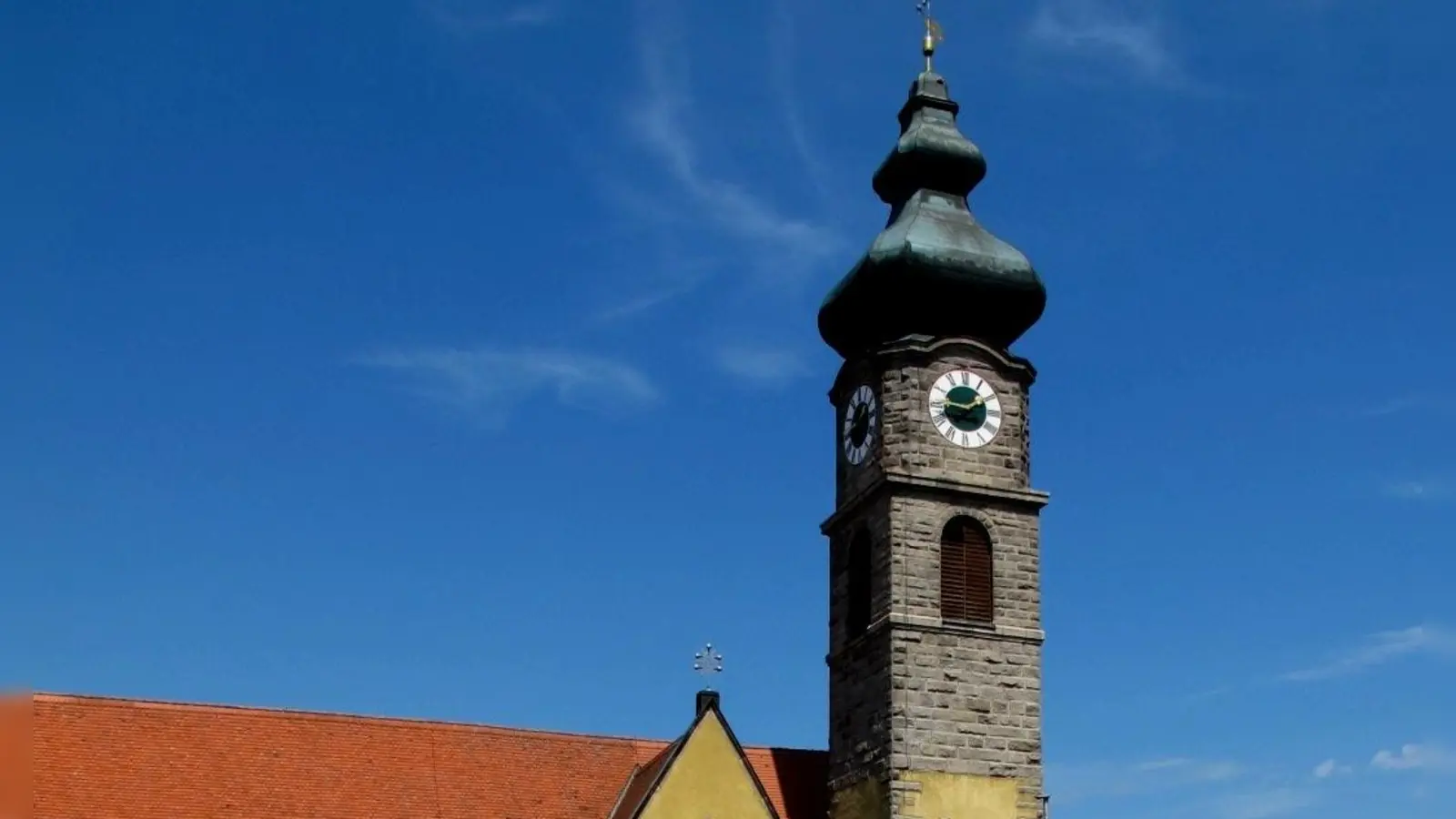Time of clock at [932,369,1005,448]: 1:46
